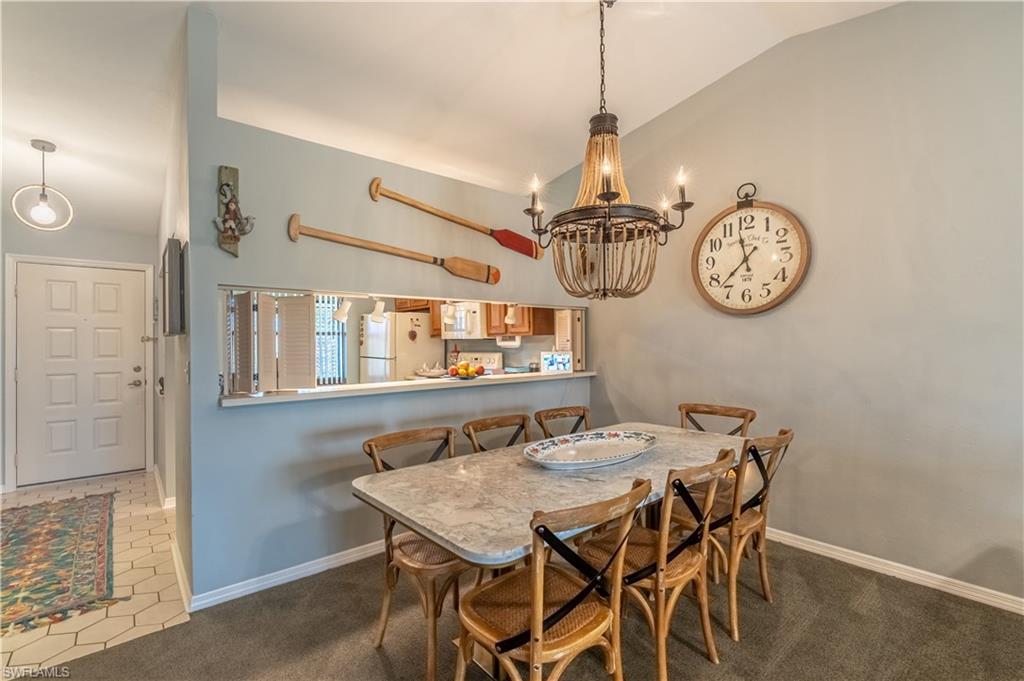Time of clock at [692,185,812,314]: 11:37
